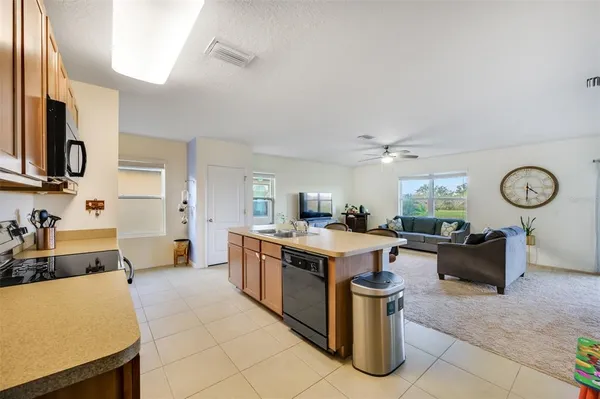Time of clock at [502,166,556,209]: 4:30
